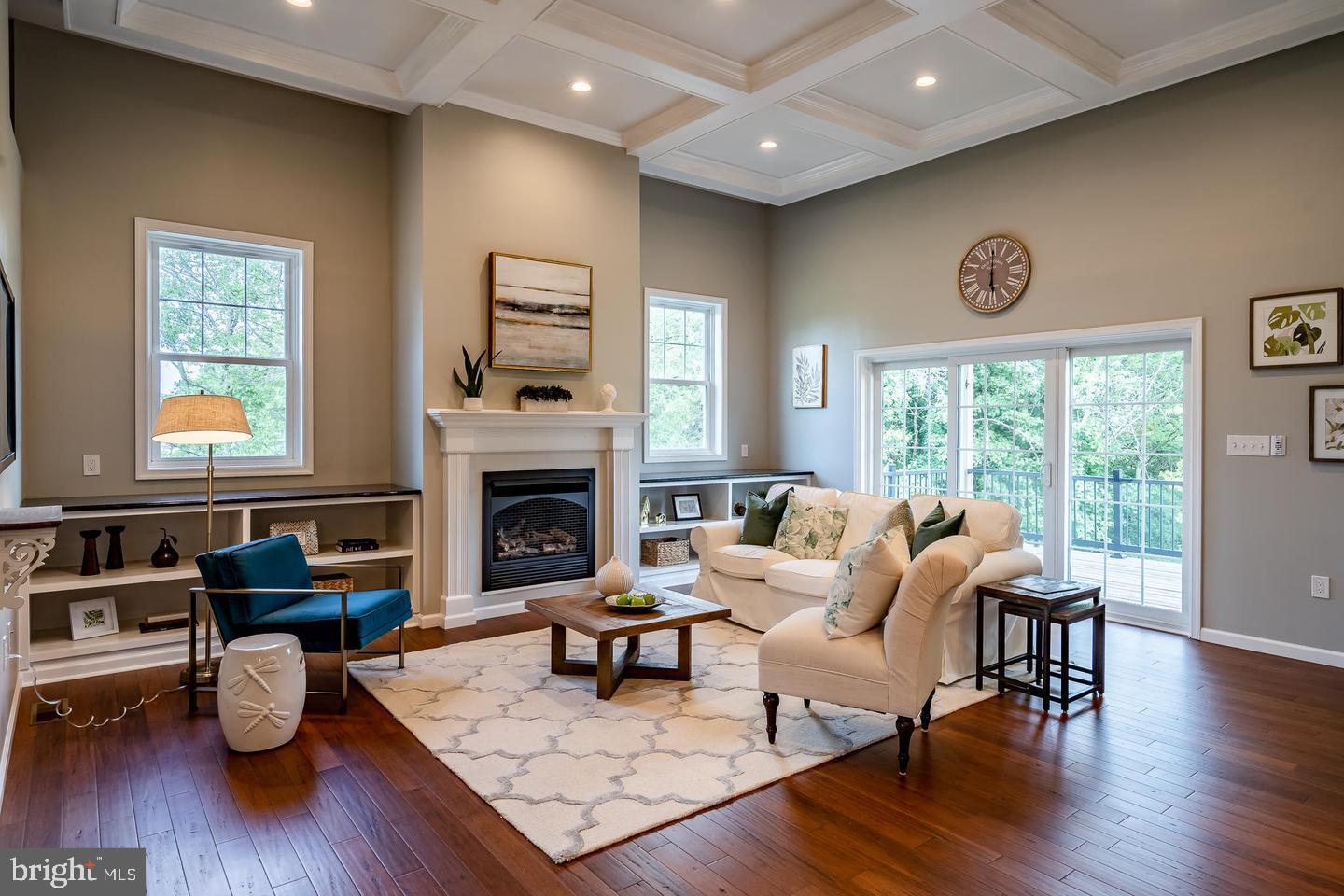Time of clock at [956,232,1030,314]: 6:00
